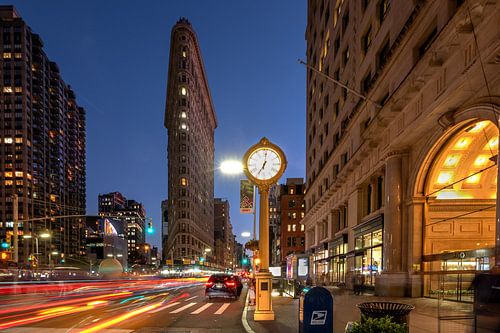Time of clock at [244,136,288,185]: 7:01
